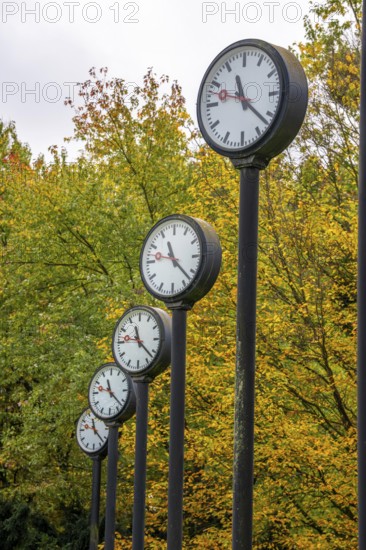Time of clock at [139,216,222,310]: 11:22
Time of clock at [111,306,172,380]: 11:21
